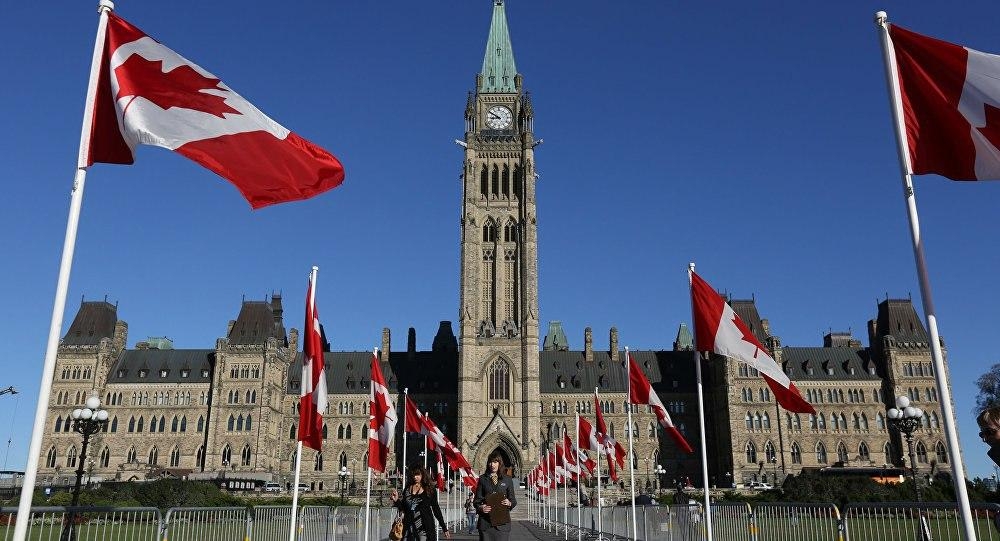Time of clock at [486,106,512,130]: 8:50
